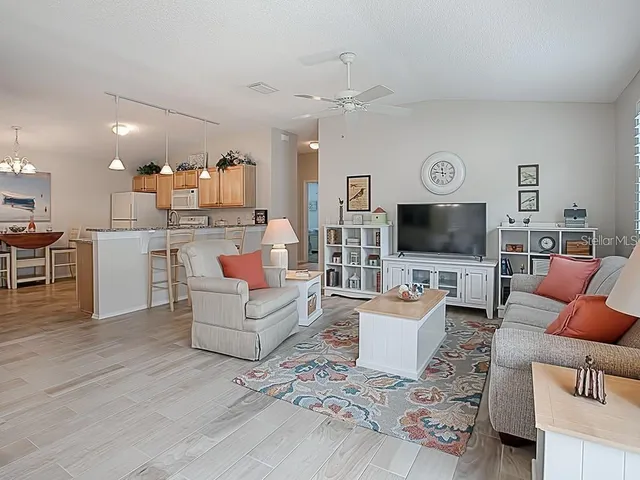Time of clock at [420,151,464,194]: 11:46
